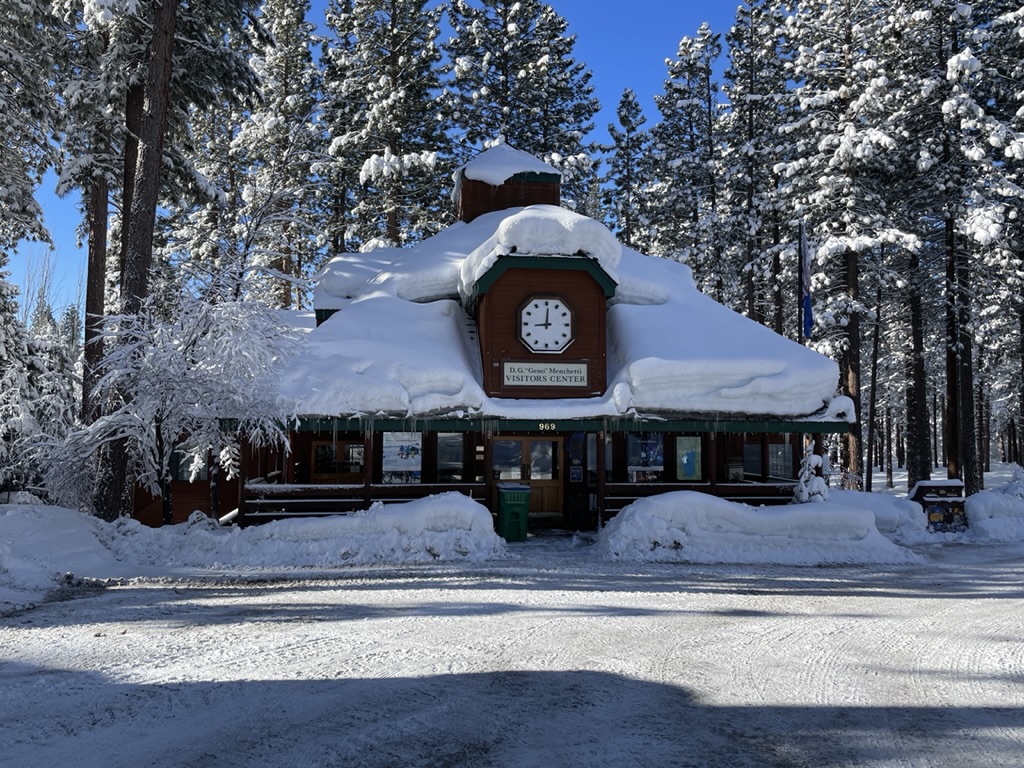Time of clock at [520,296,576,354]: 9:00
